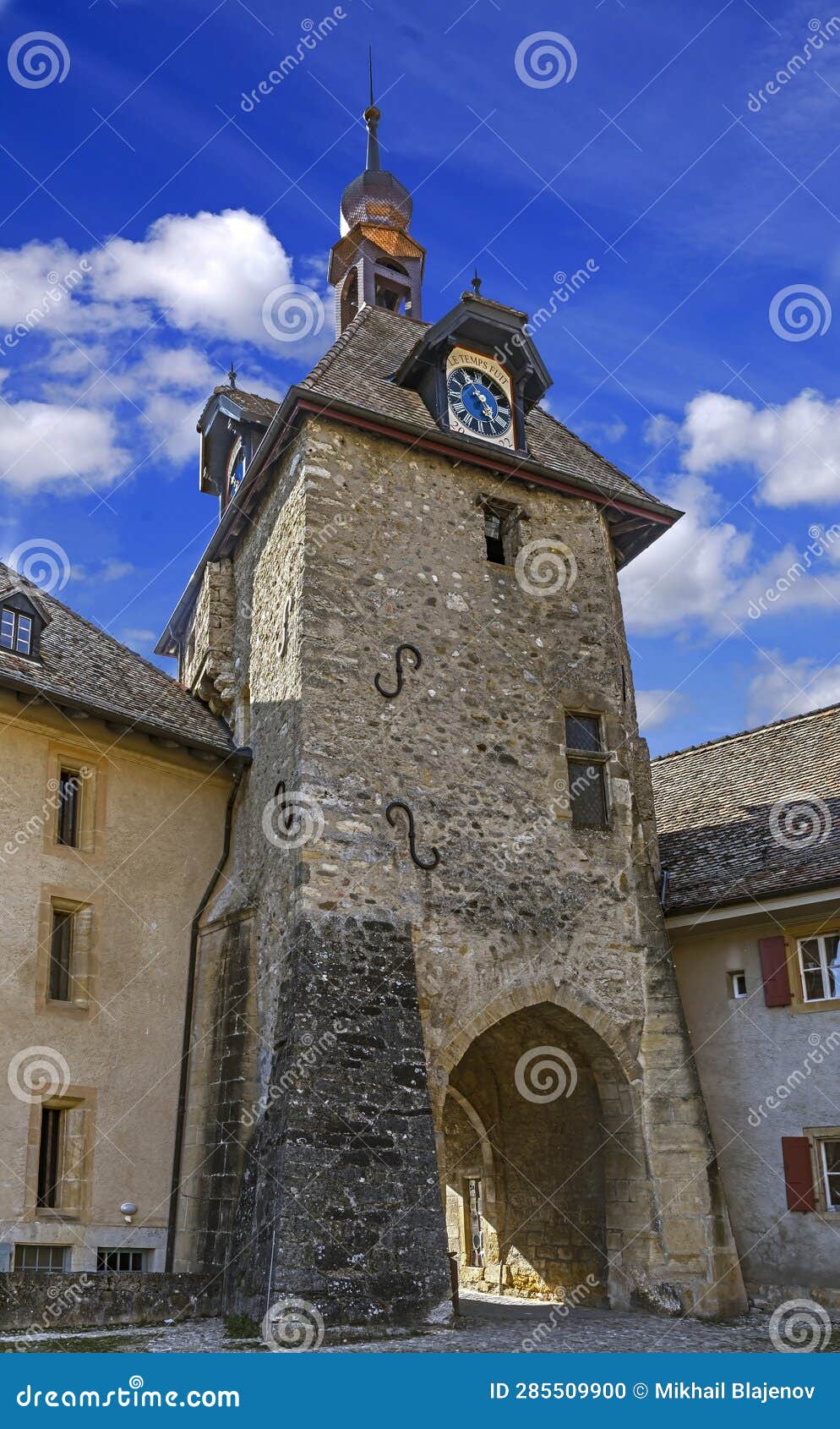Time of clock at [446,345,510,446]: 4:54
